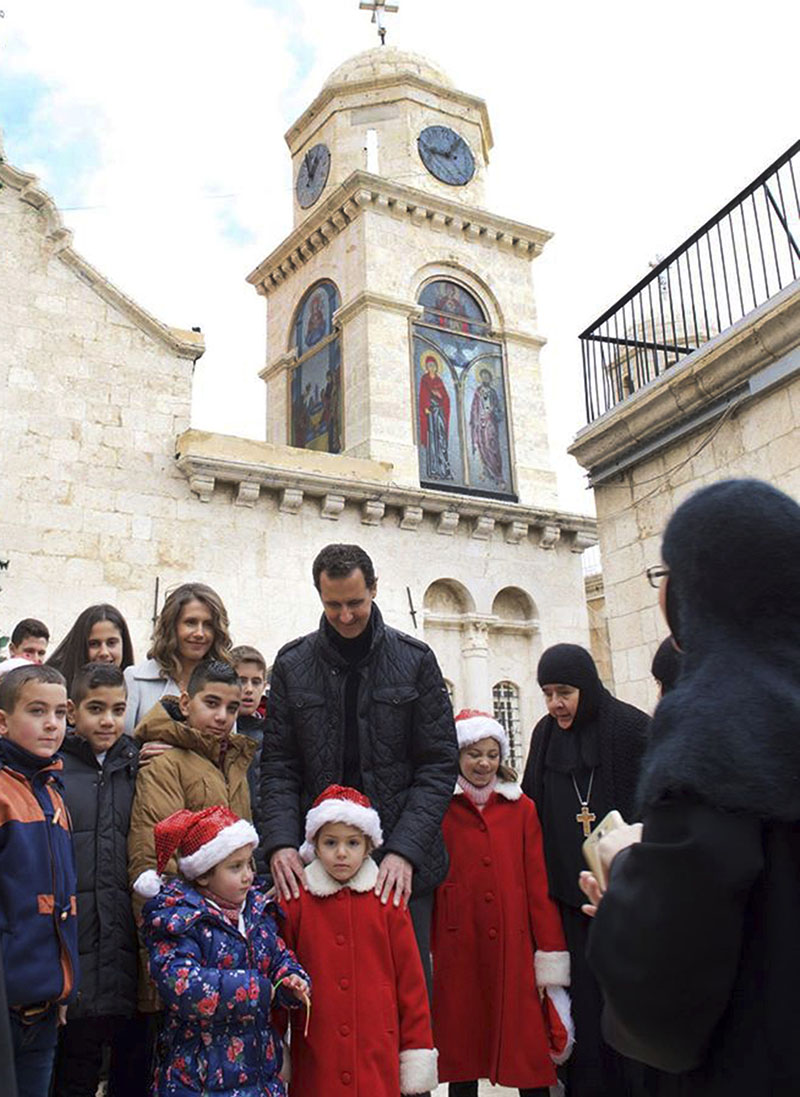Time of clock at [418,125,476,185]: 9:07
